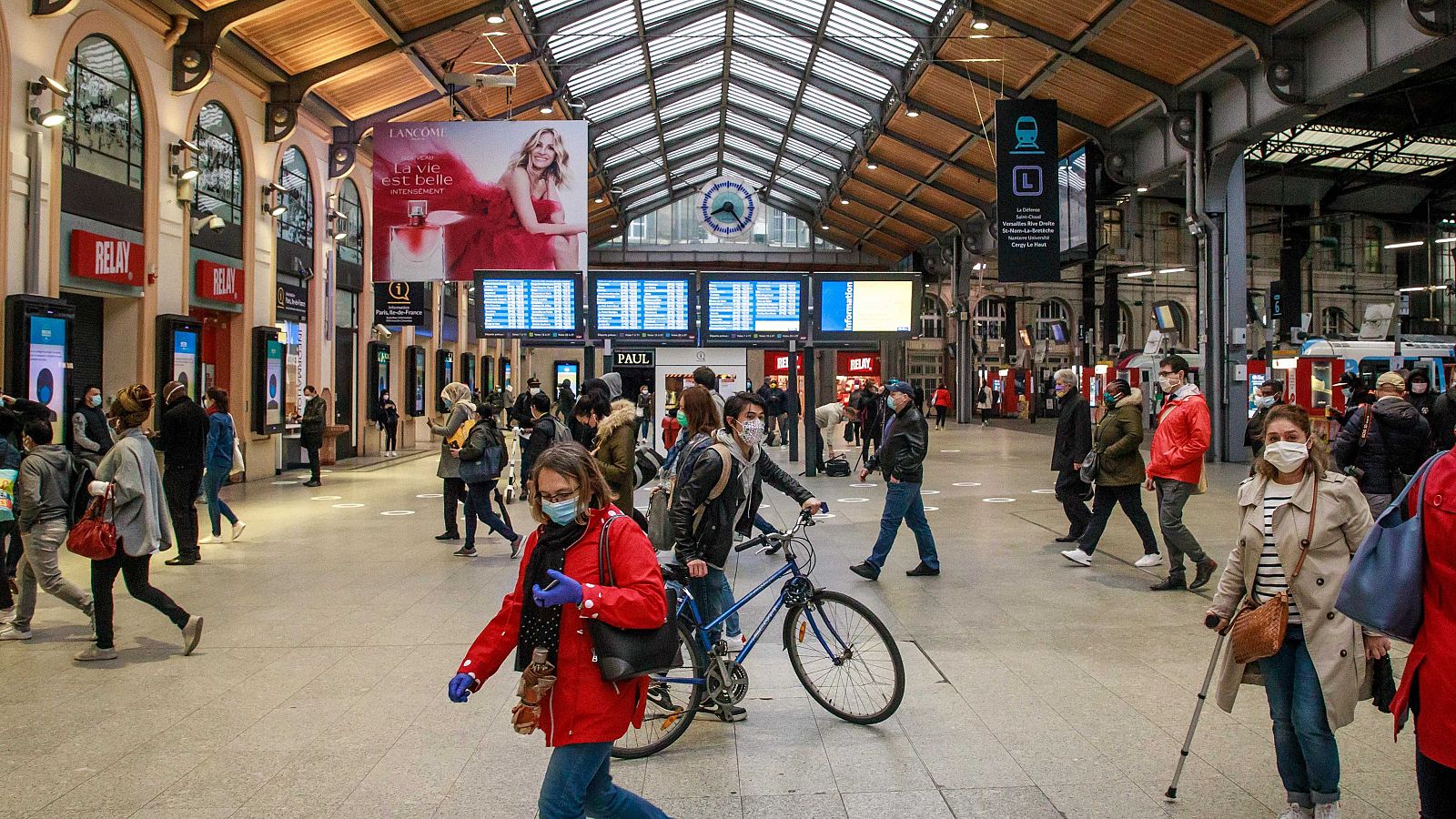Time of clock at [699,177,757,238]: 8:23
